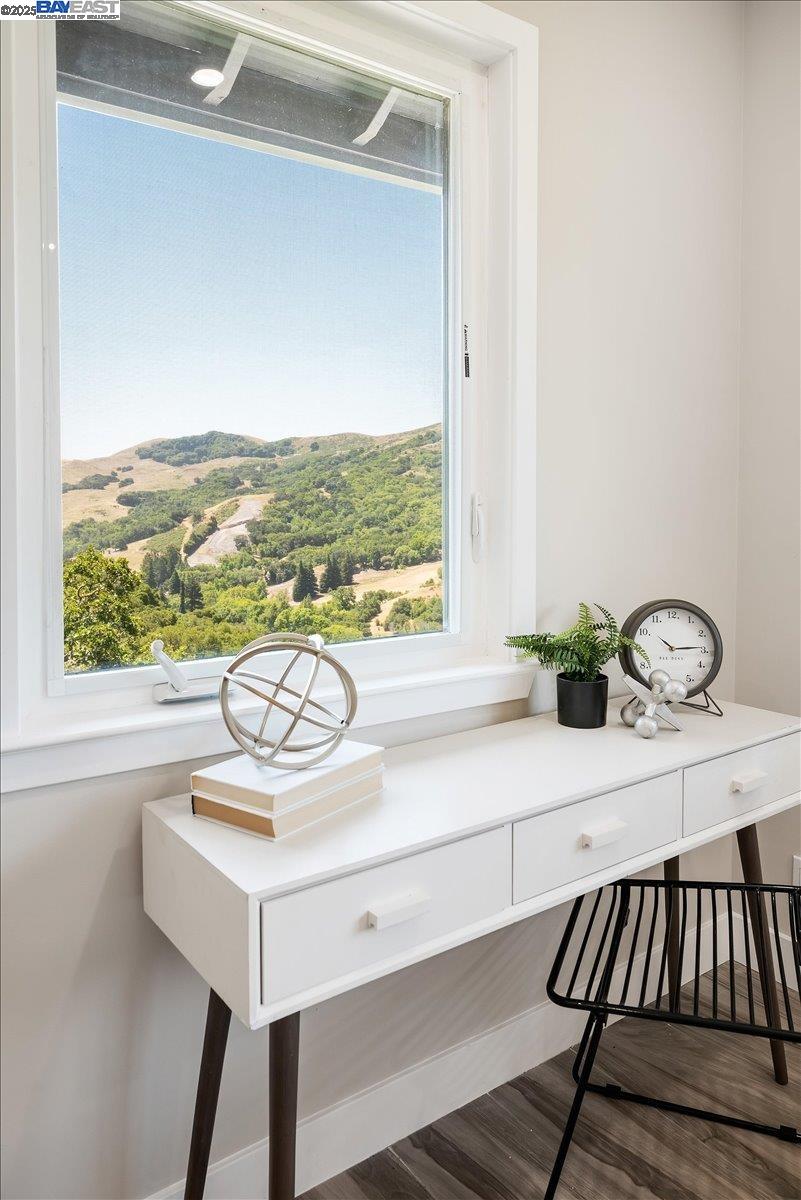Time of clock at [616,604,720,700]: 10:14
